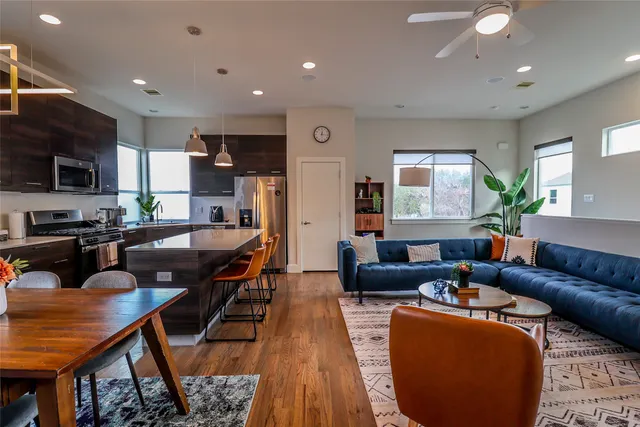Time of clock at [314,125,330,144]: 12:16
